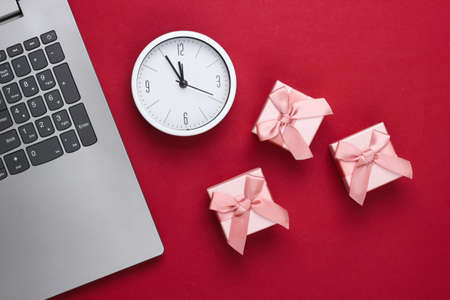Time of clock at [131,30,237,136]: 11:55
